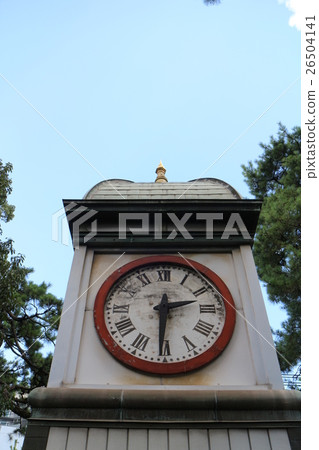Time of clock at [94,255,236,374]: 2:30
